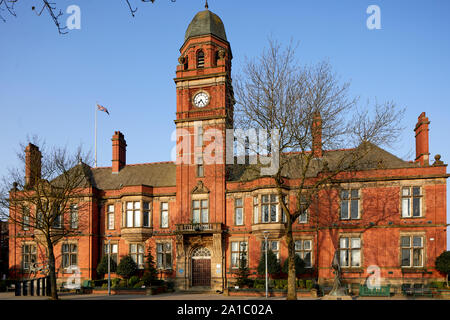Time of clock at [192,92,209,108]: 7:24
